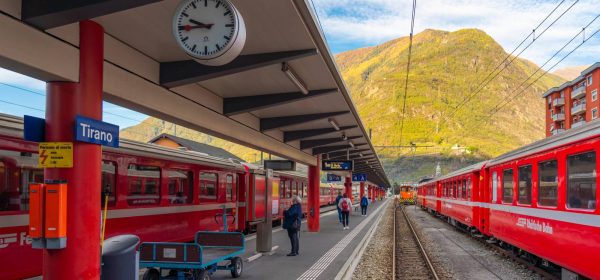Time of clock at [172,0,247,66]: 9:44
